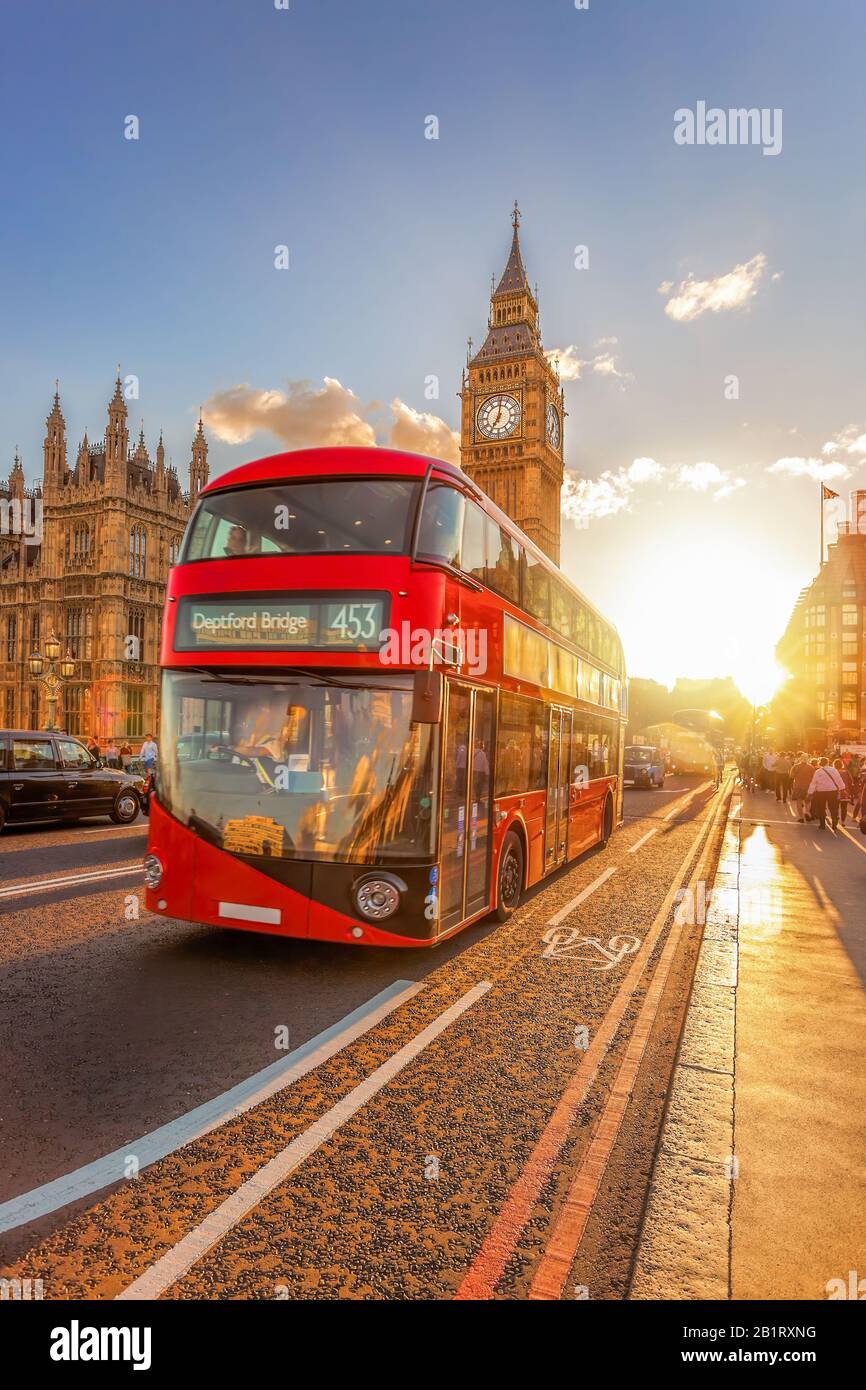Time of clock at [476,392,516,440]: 7:01
